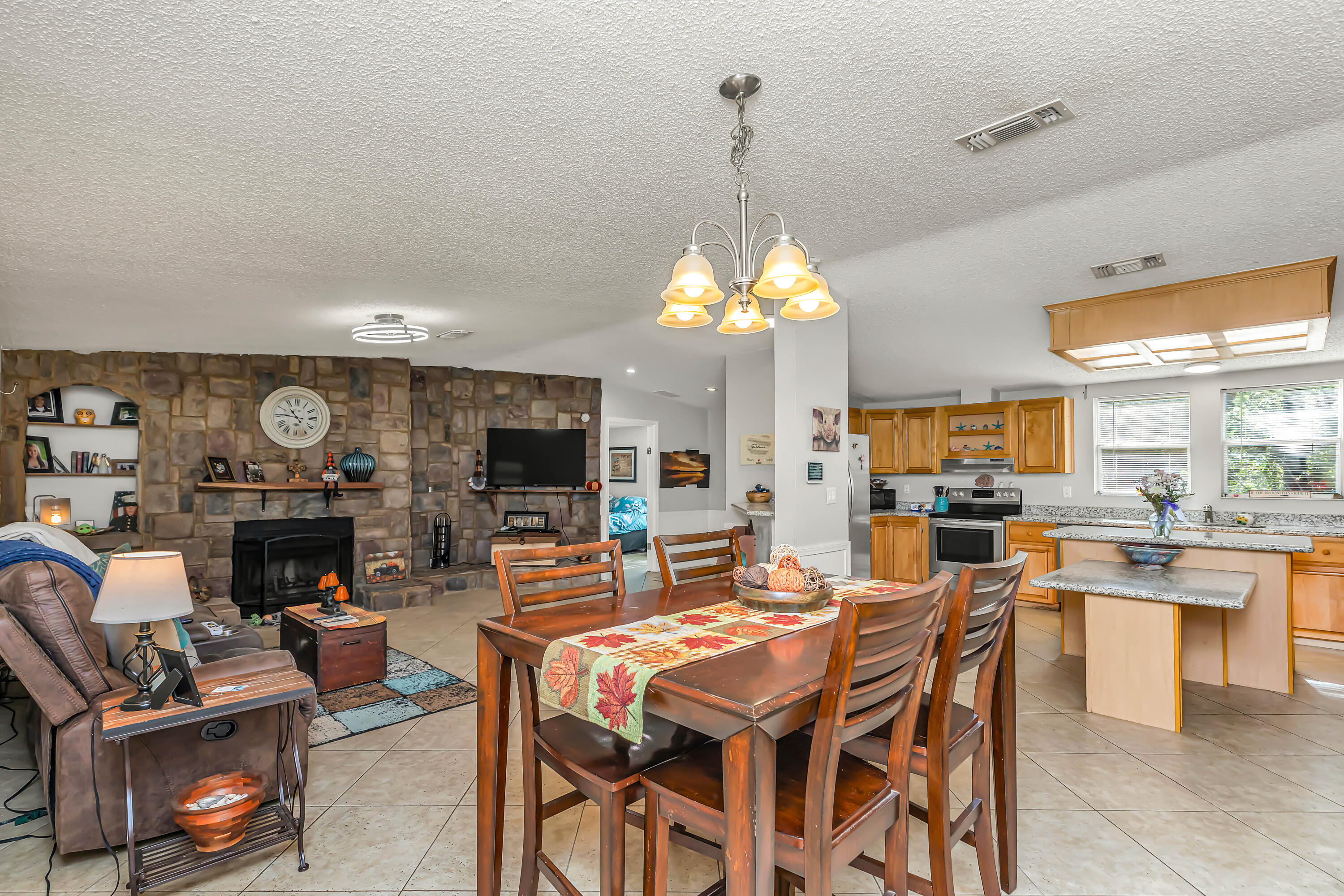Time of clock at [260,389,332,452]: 10:45
